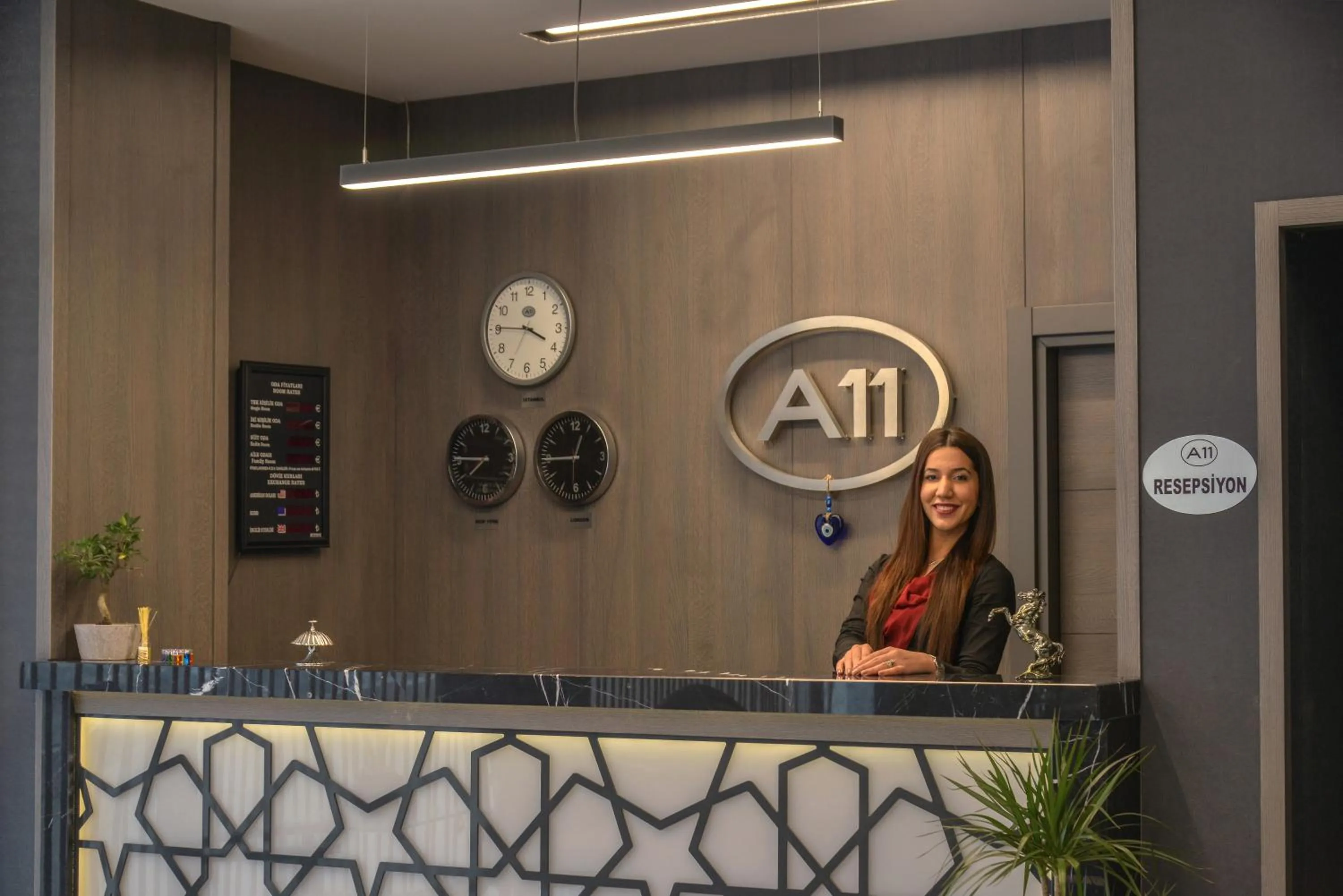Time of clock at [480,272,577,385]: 3:45
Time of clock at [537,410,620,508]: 12:44
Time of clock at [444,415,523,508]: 7:45
